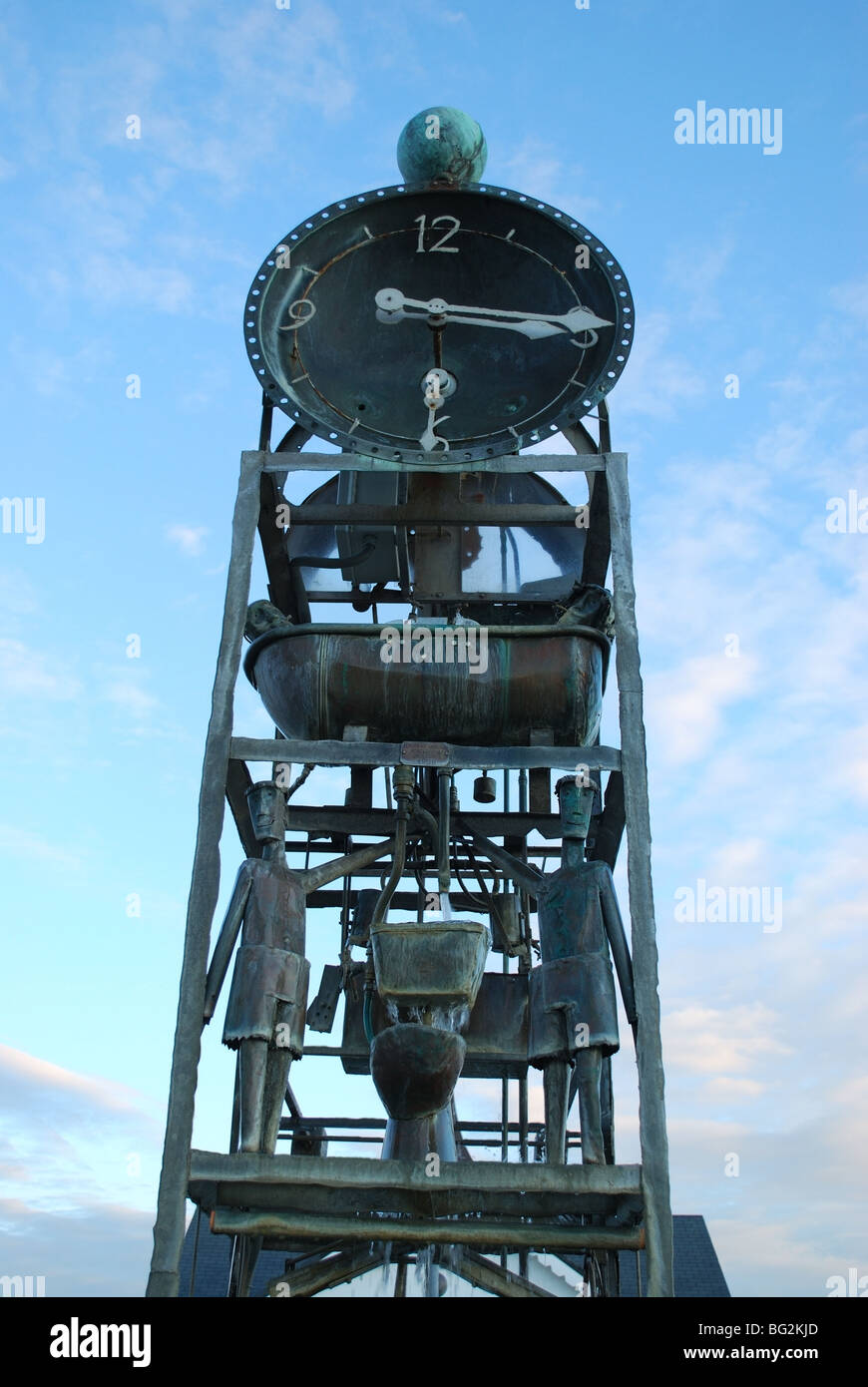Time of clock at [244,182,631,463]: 3:15
